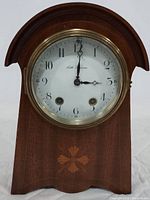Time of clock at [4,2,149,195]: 3:00
